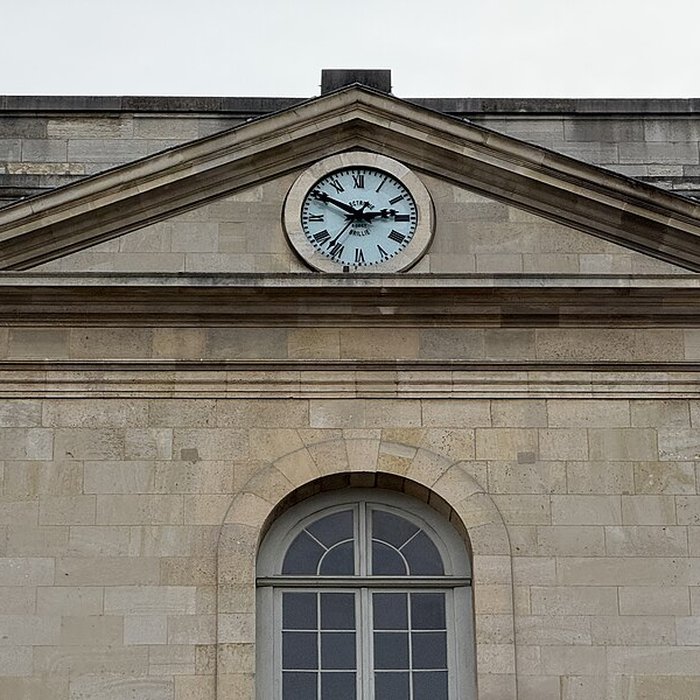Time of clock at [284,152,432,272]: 2:50
